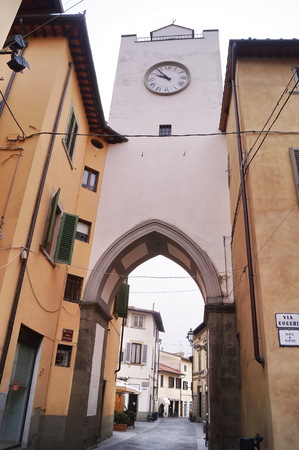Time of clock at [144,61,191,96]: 9:53
